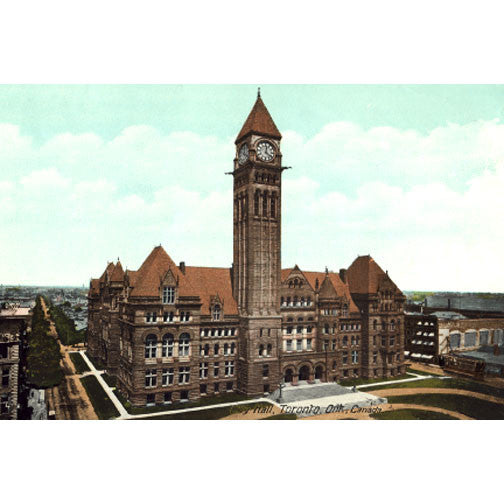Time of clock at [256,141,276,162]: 12:21
